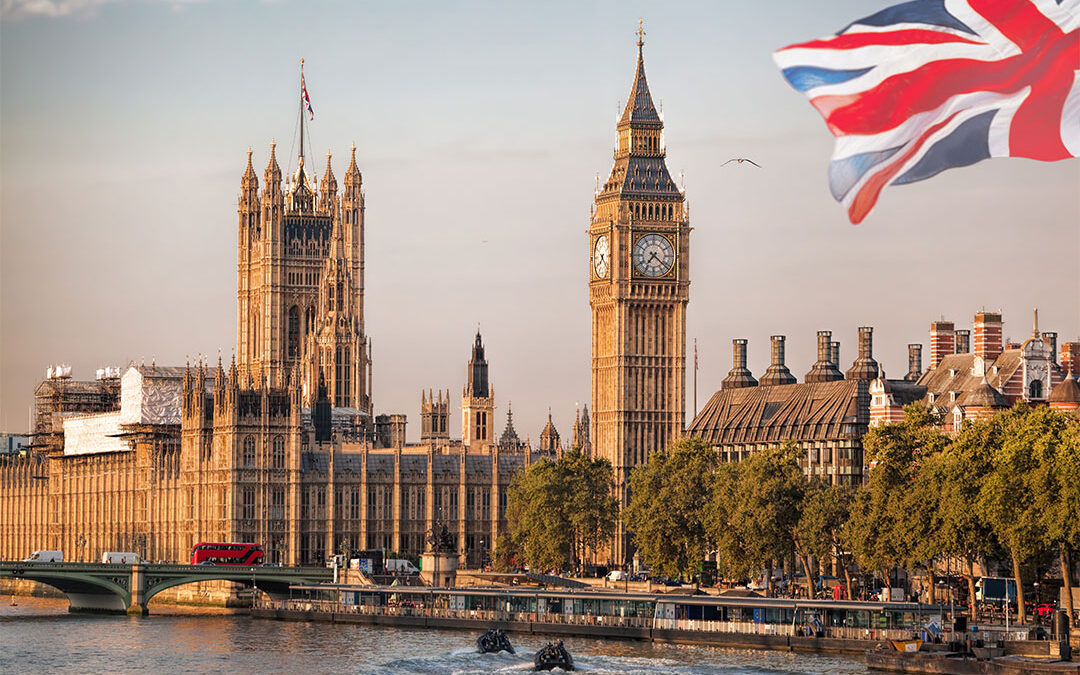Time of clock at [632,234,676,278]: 7:21
